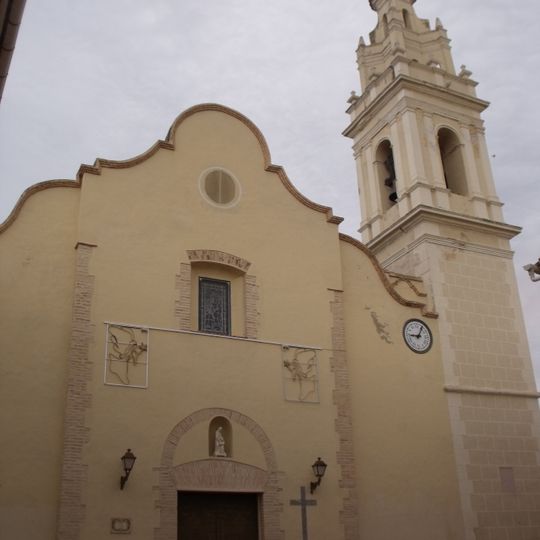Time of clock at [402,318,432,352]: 9:05
